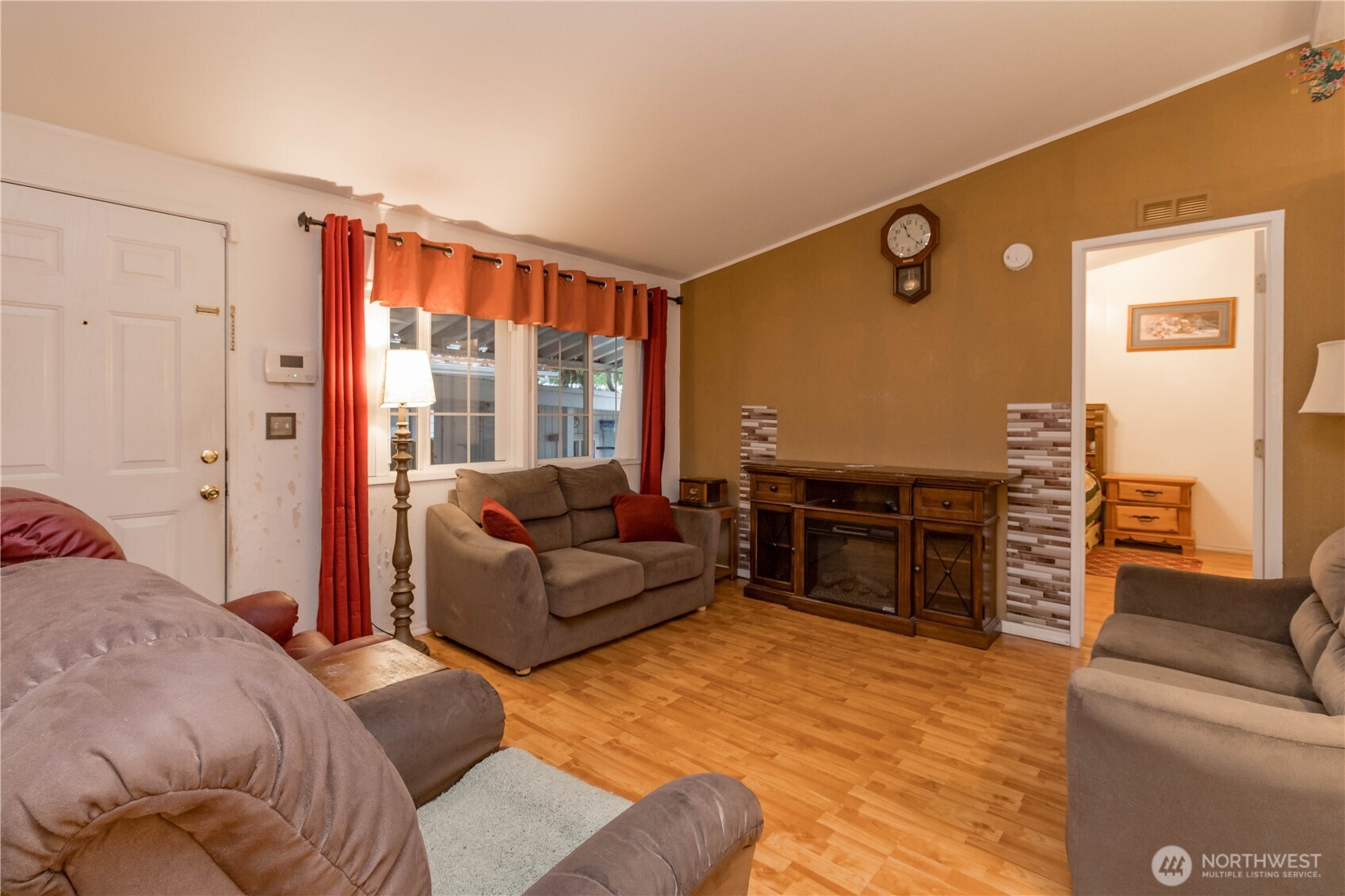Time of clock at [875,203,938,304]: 11:21
